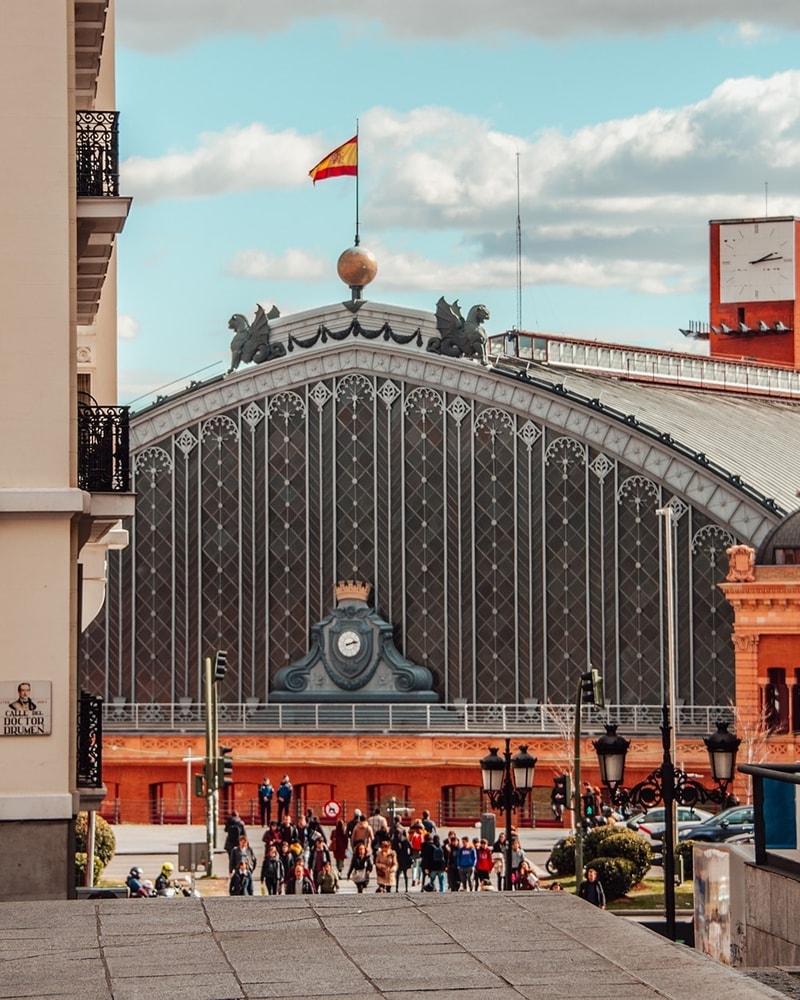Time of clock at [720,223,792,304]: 2:13
